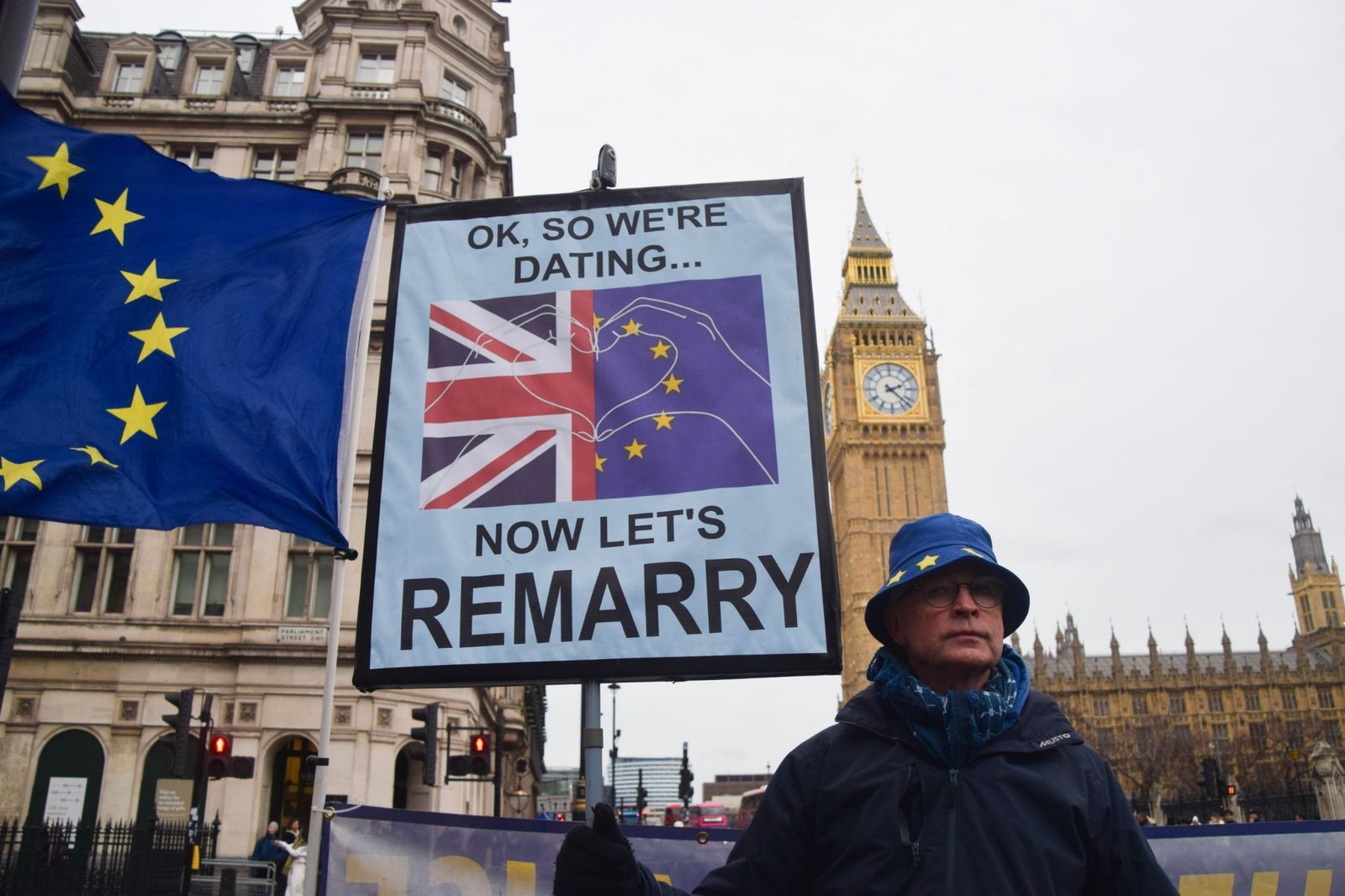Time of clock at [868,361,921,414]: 2:22
